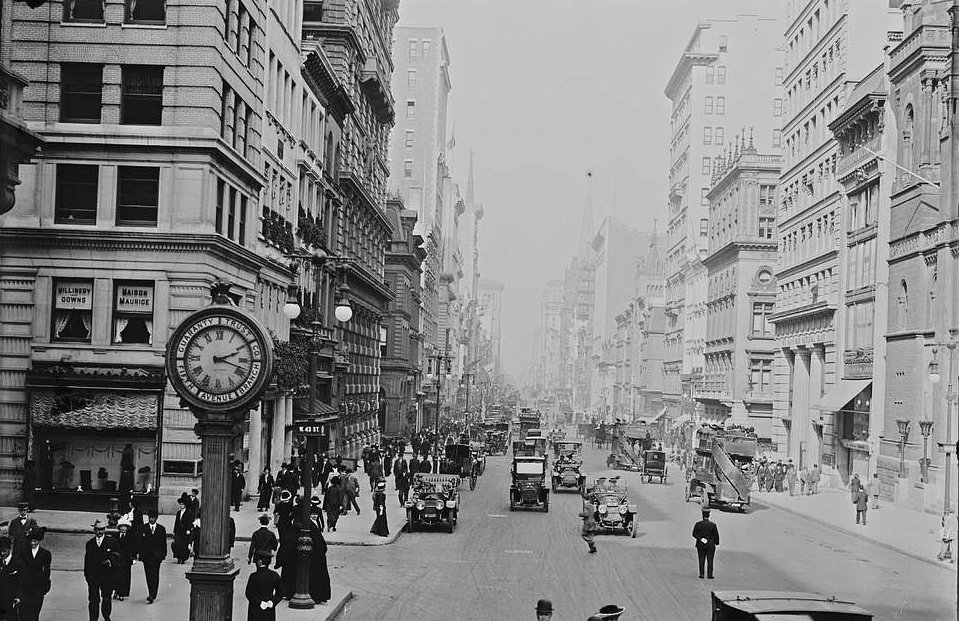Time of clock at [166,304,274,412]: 2:18
